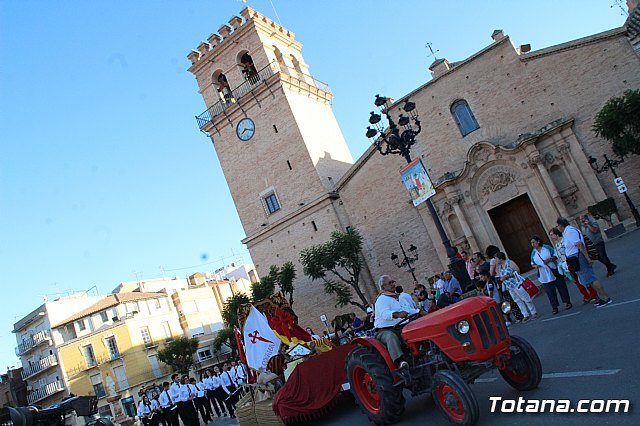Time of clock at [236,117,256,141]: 7:15
